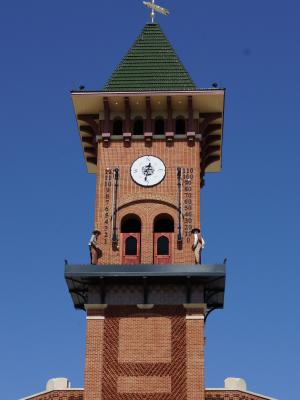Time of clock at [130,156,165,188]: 12:32
